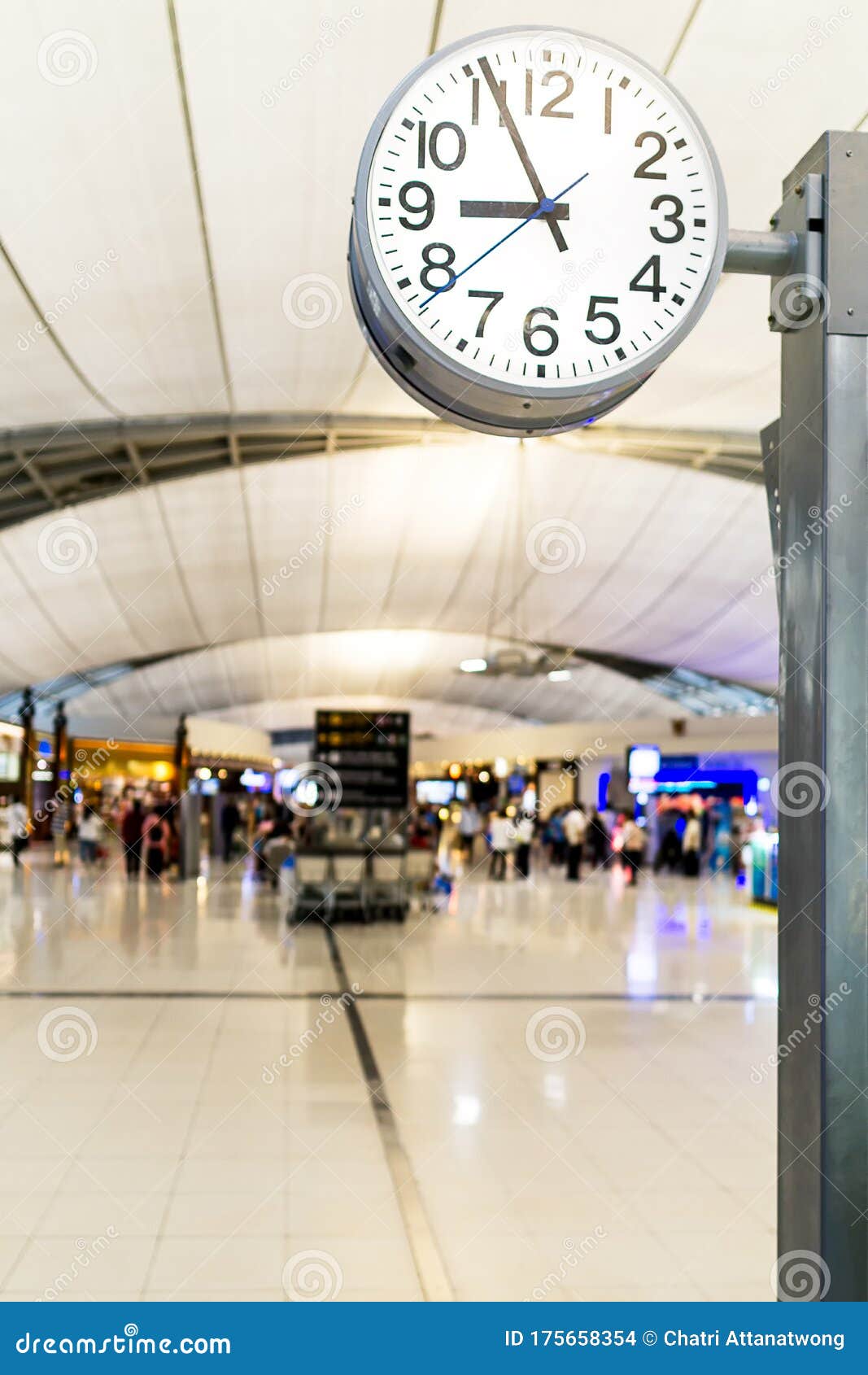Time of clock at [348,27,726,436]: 8:55
